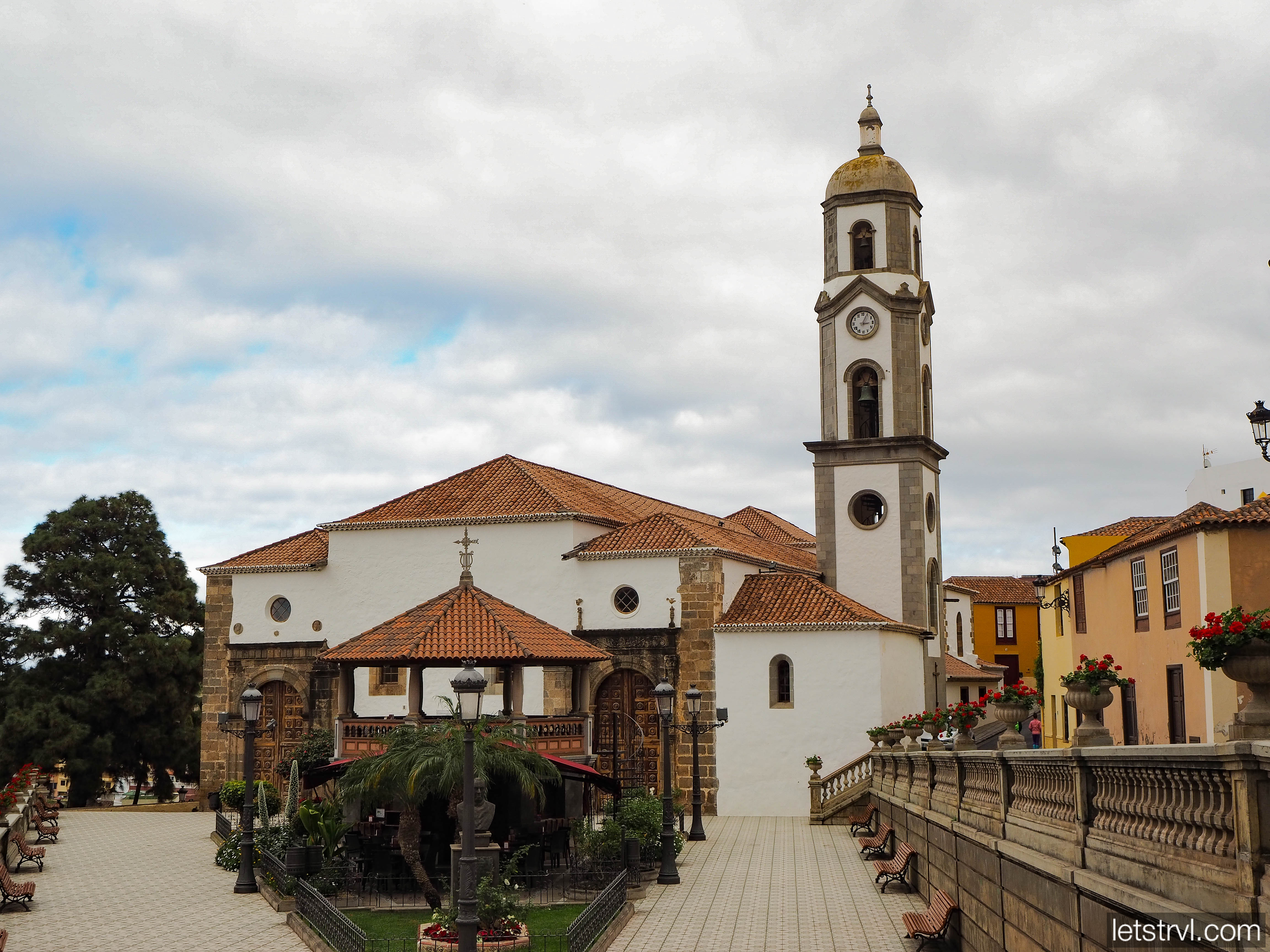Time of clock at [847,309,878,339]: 3:04
